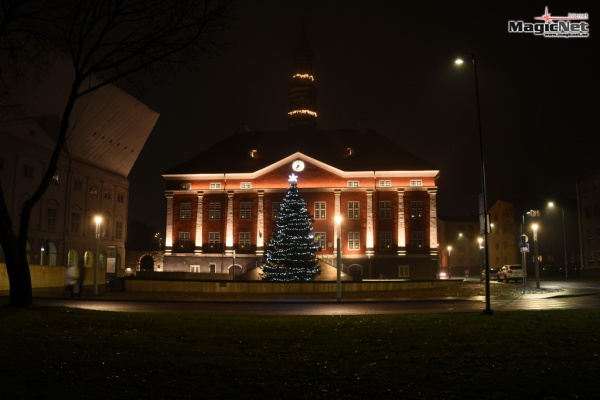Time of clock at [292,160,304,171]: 7:34
